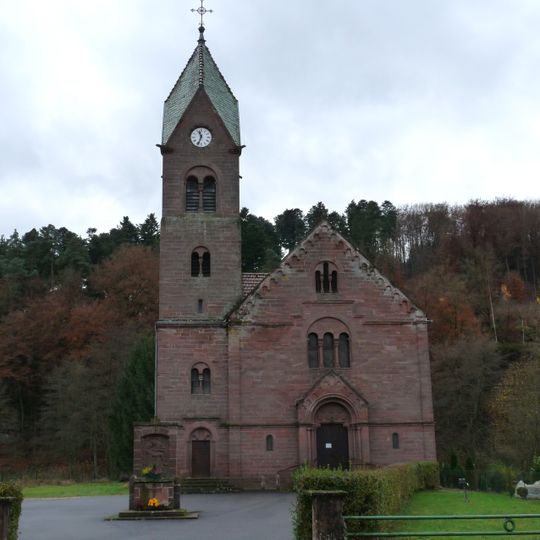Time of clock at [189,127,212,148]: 11:33
